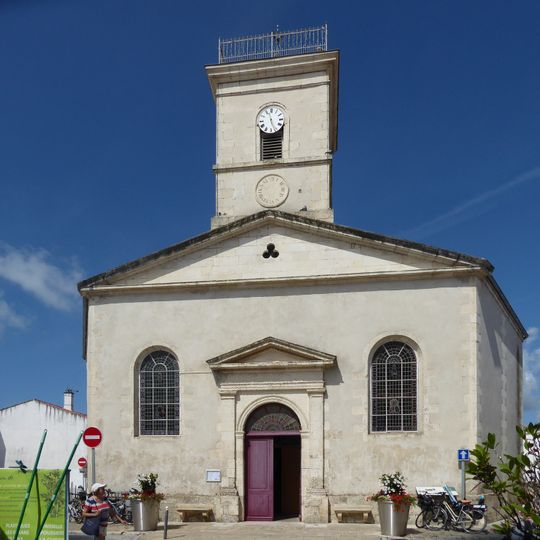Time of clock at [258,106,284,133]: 11:26
